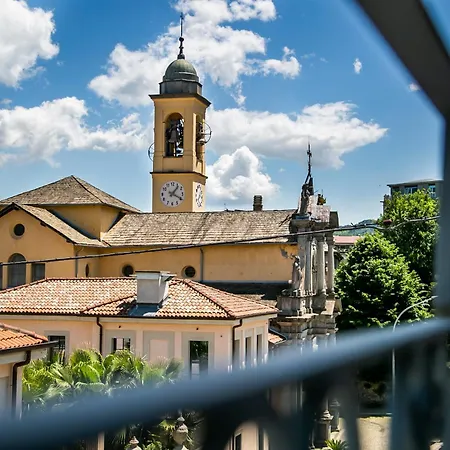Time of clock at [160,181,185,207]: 1:19
